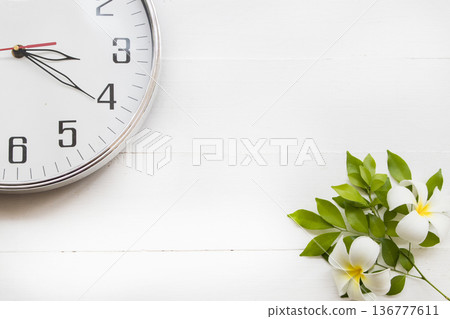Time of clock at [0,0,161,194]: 3:20
